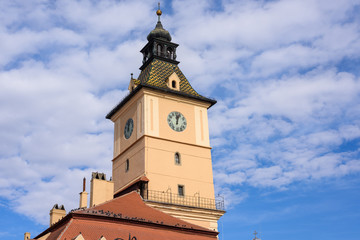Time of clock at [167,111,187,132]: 12:03
